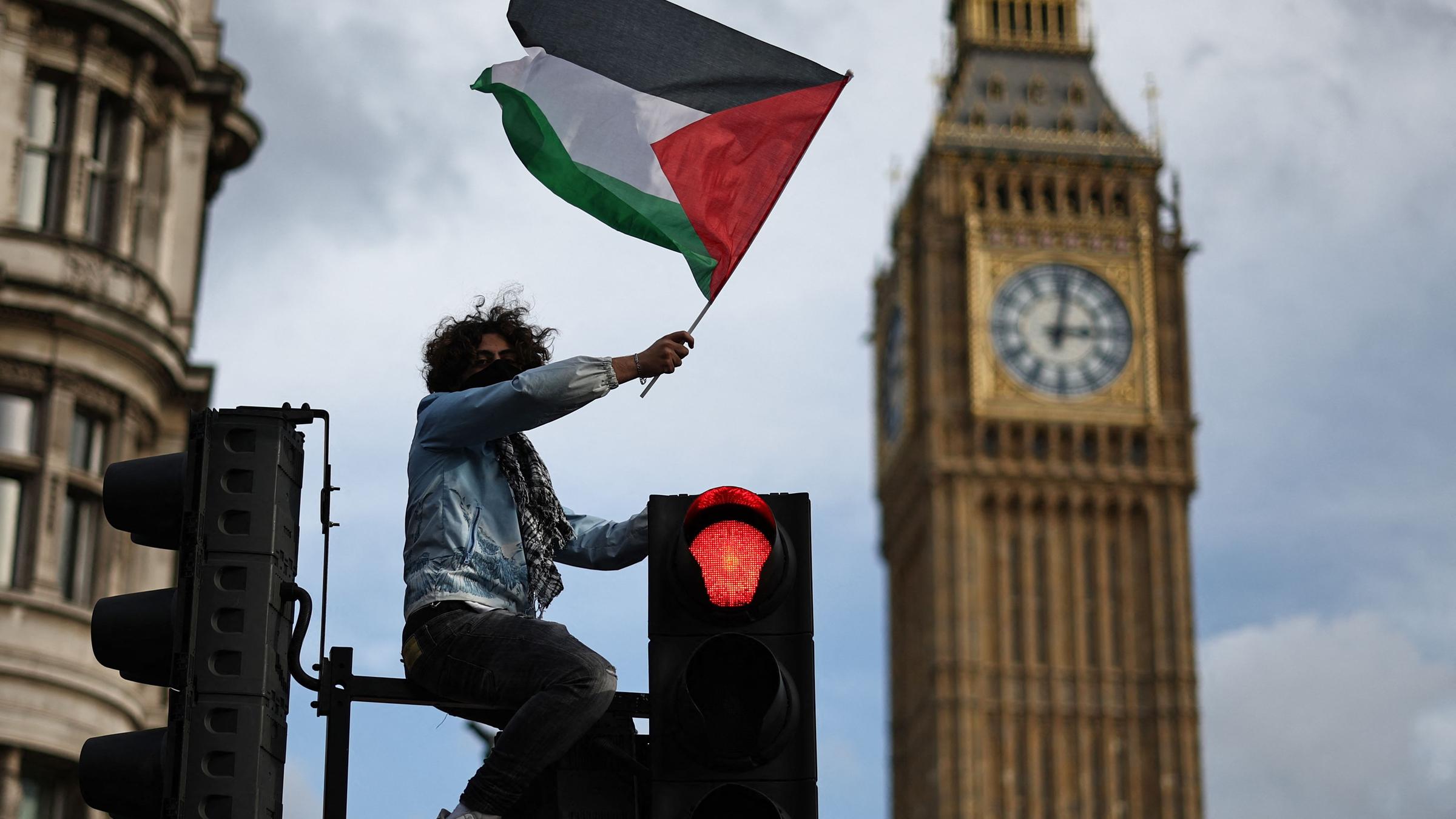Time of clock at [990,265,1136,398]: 3:02
